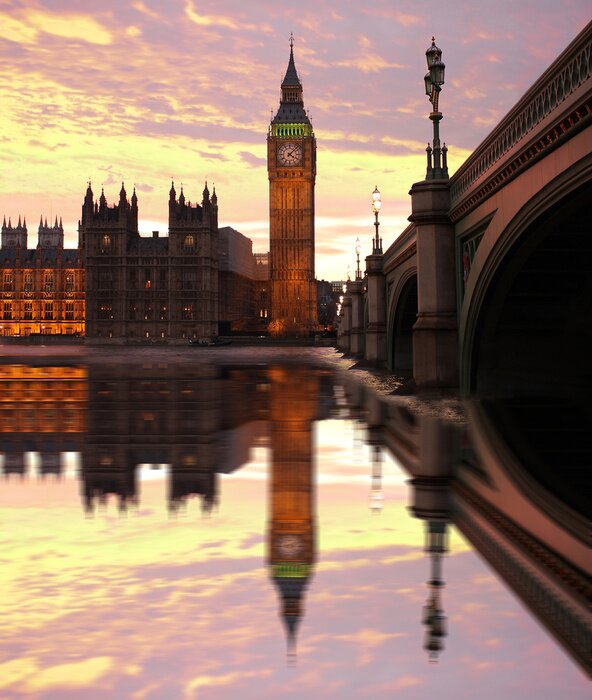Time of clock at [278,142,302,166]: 4:07
